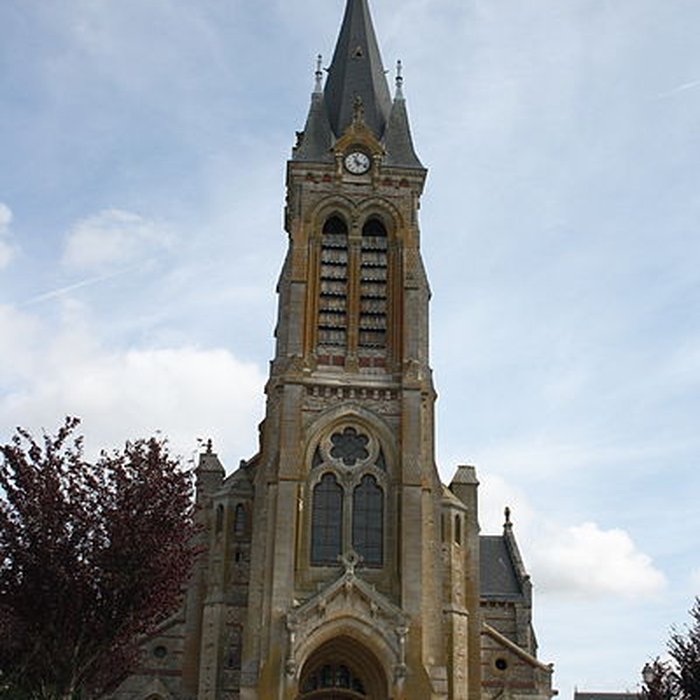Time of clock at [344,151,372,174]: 11:18
